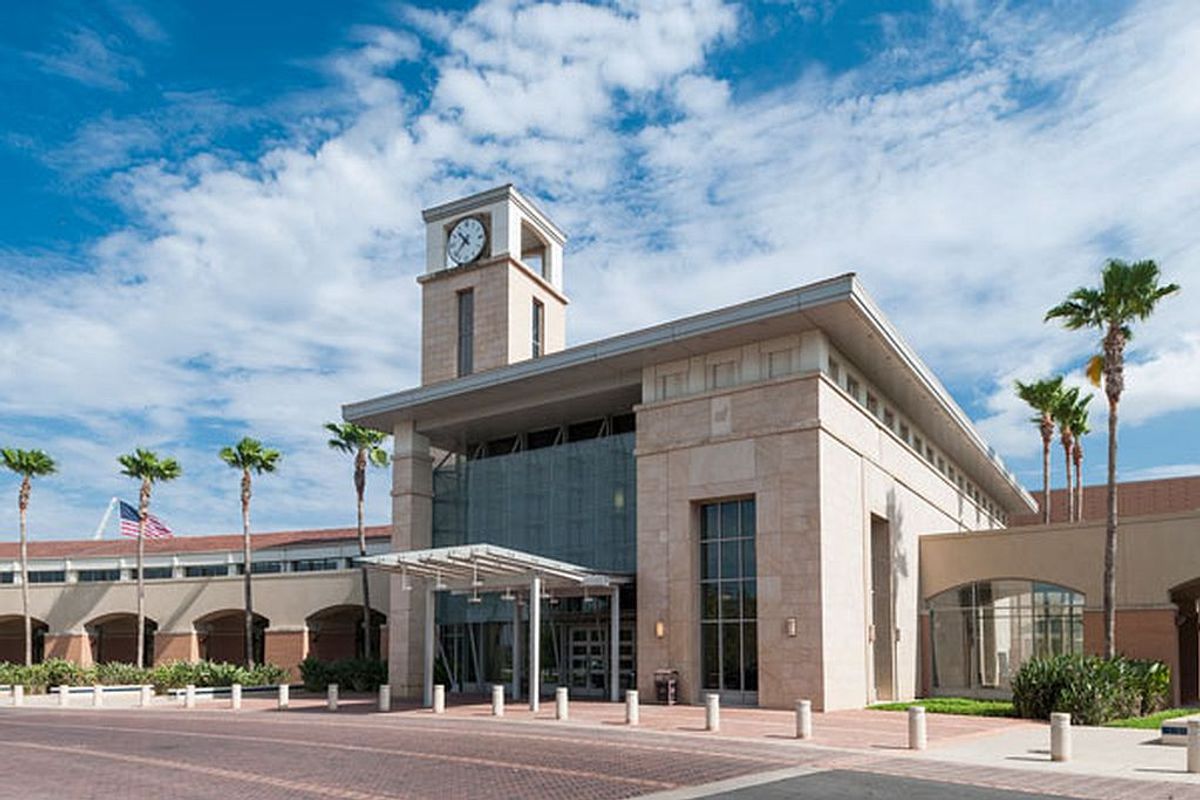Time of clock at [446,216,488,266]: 10:37
